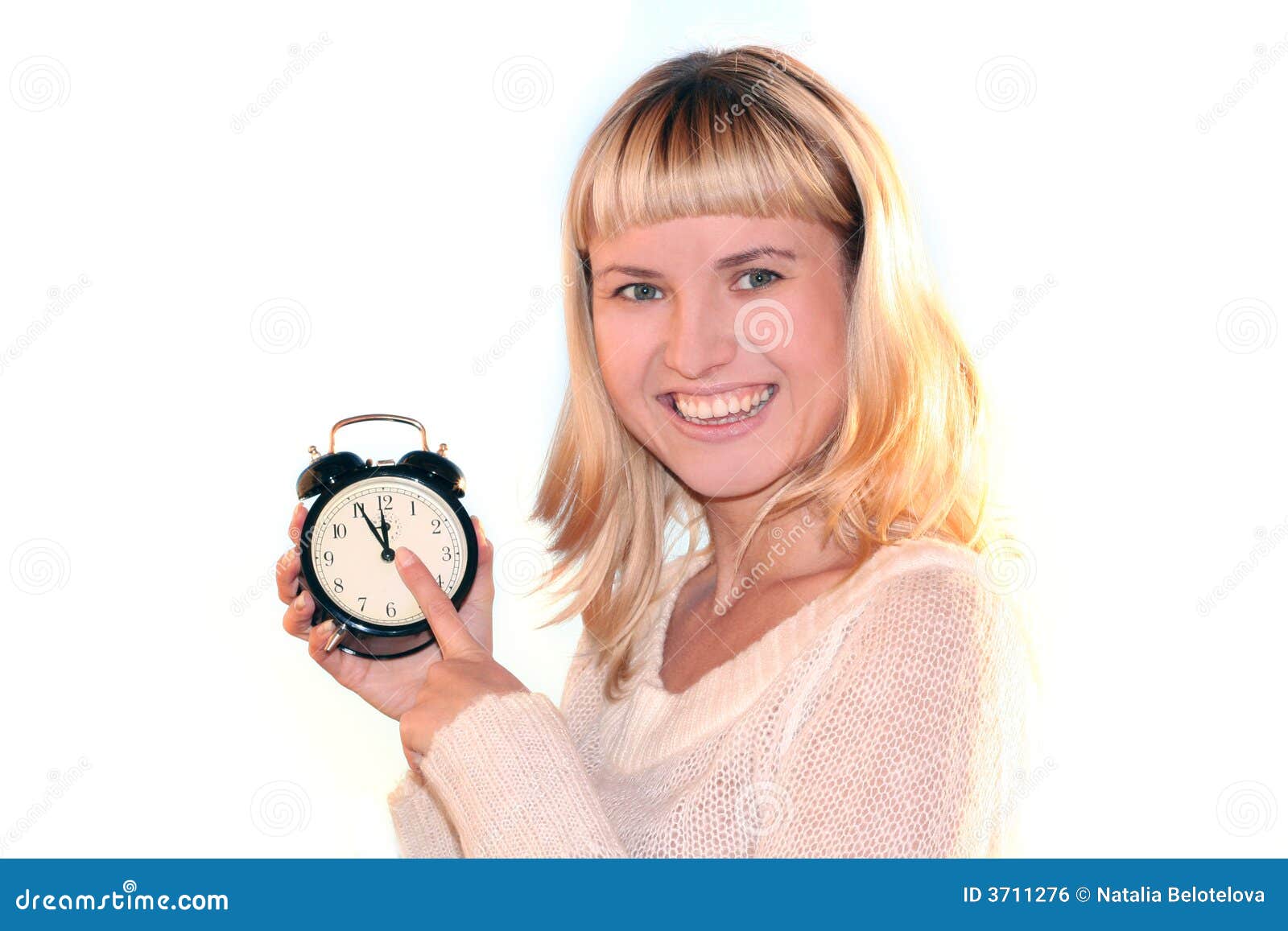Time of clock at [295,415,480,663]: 11:55
